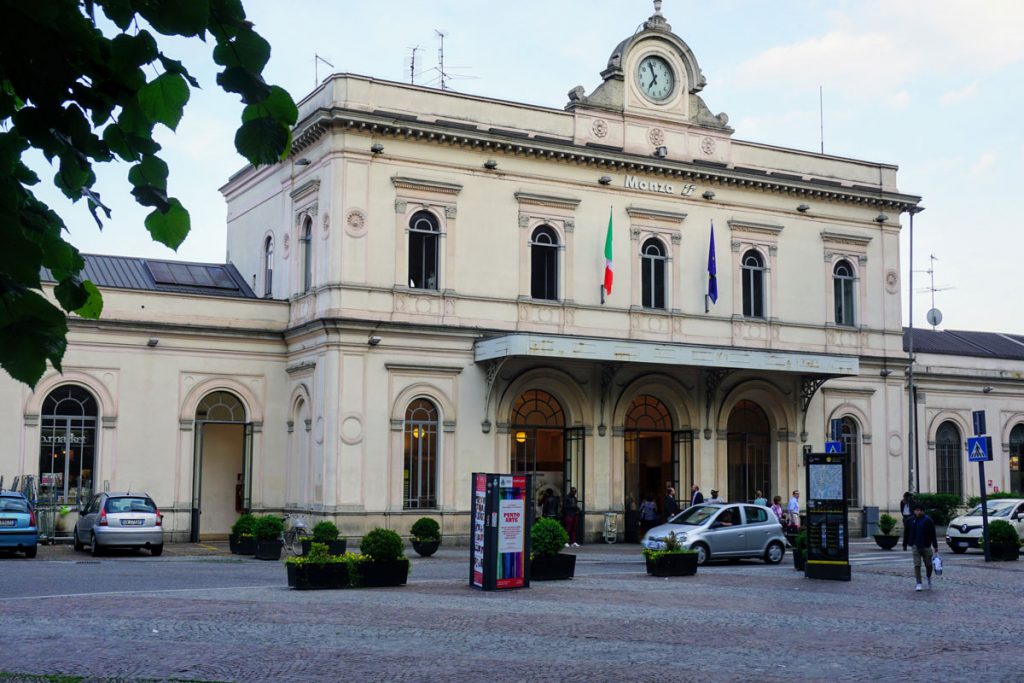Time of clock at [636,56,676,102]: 6:56
